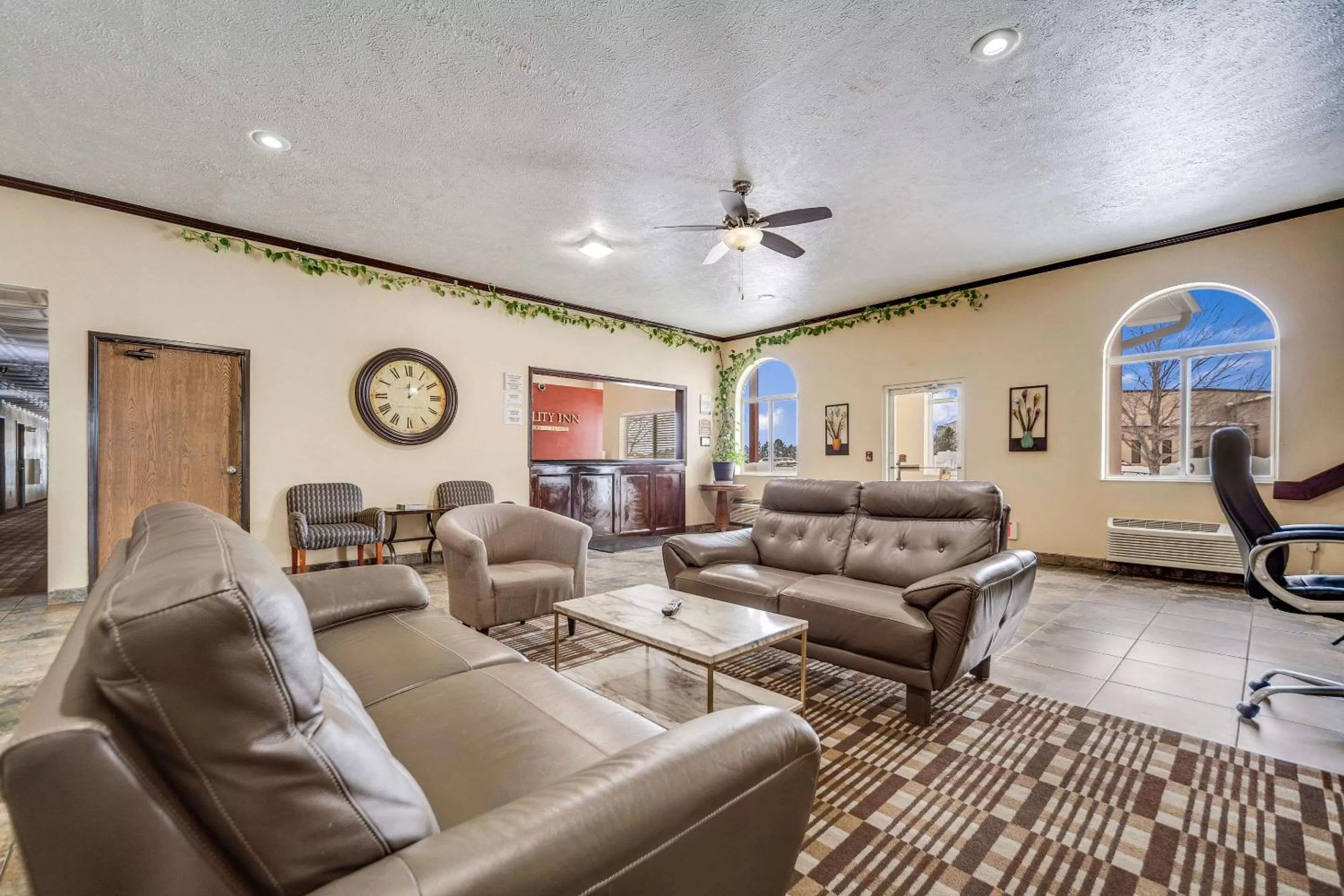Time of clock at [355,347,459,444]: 12:07
